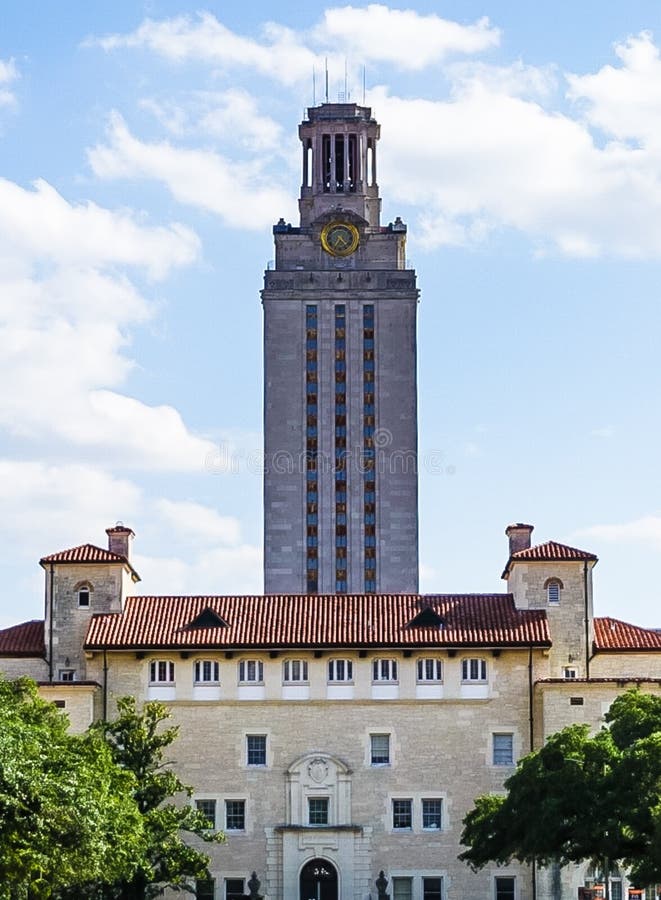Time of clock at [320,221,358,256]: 4:35
